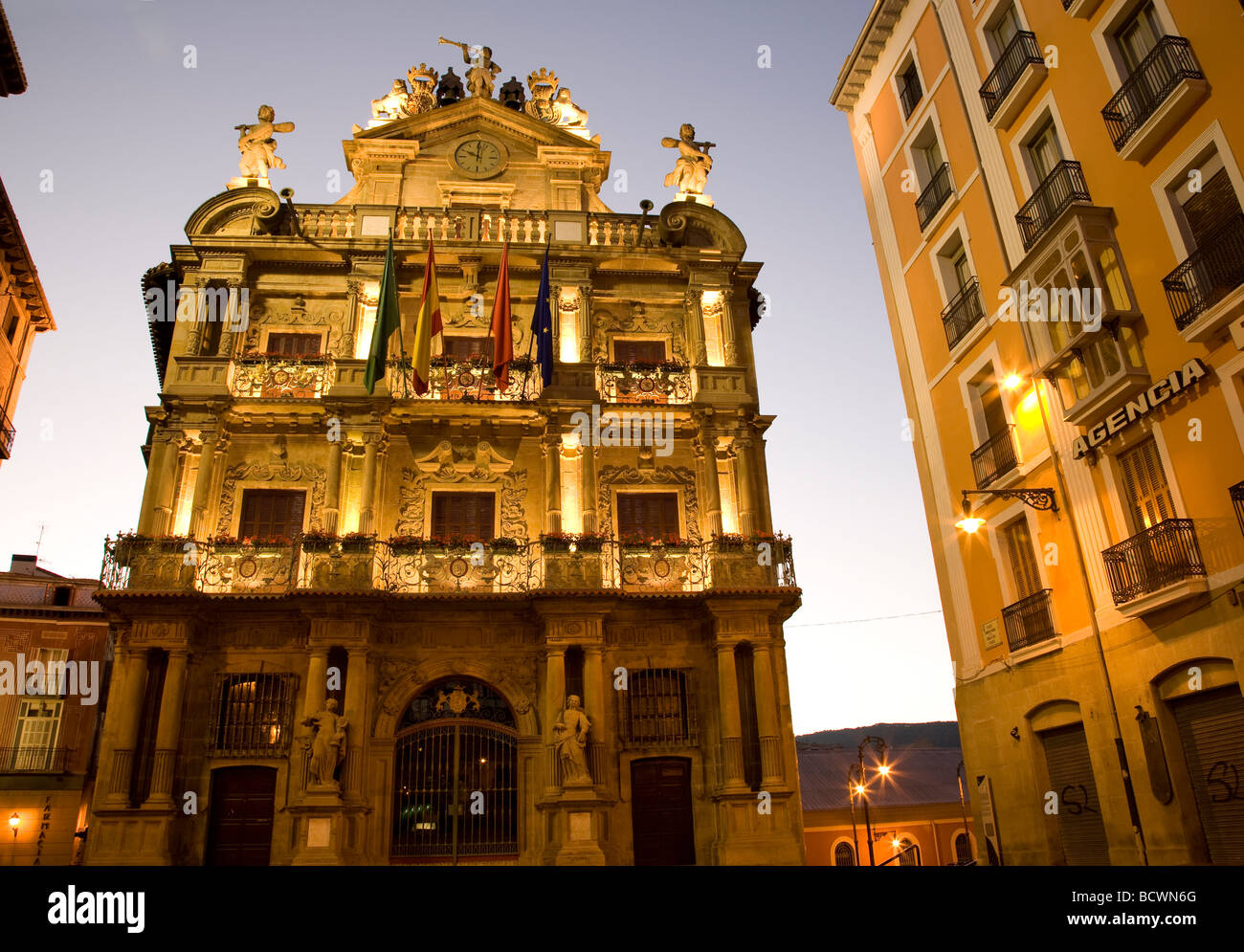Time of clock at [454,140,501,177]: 10:00
